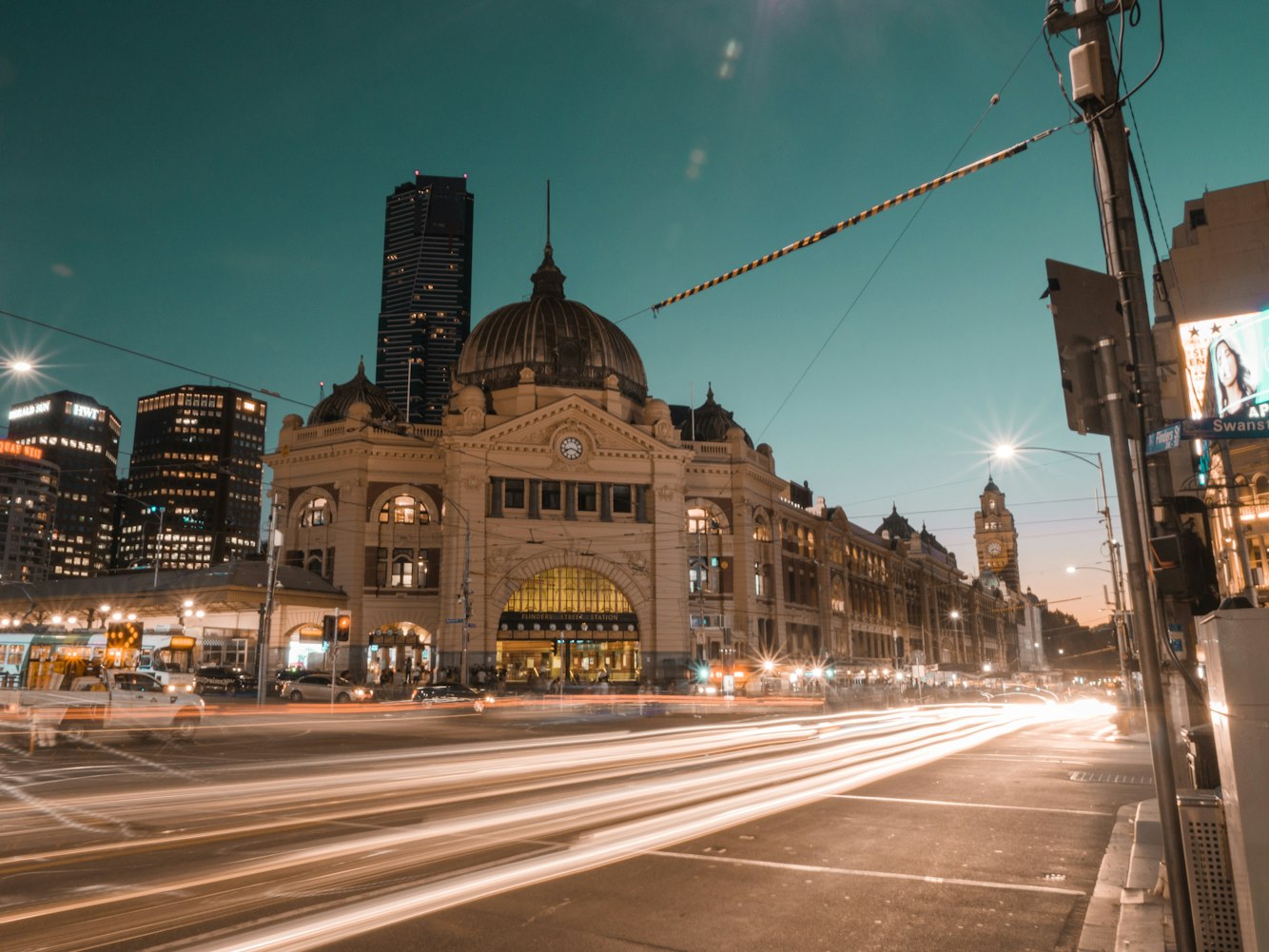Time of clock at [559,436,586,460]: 8:18
